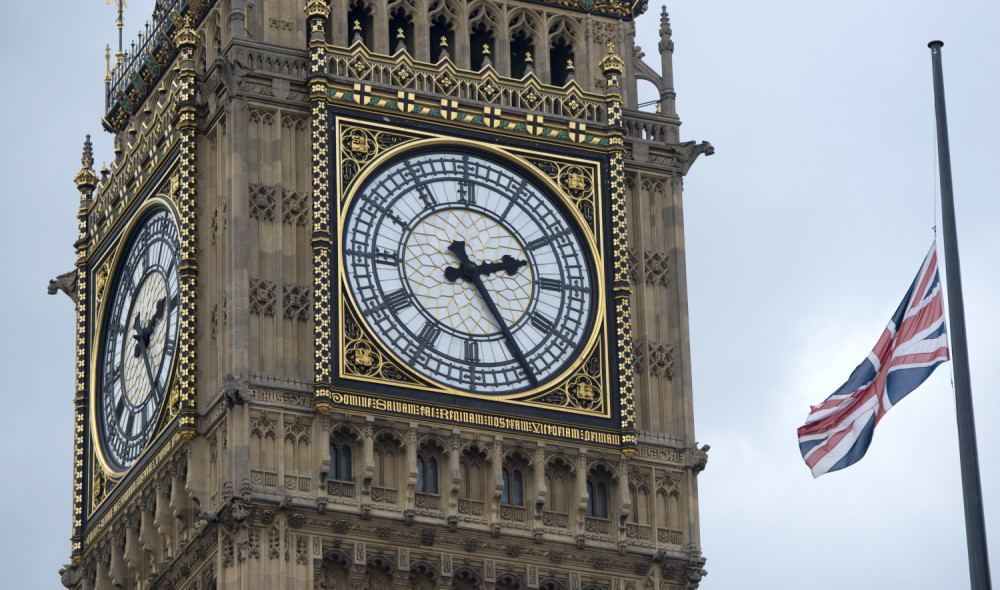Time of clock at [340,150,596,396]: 2:24
